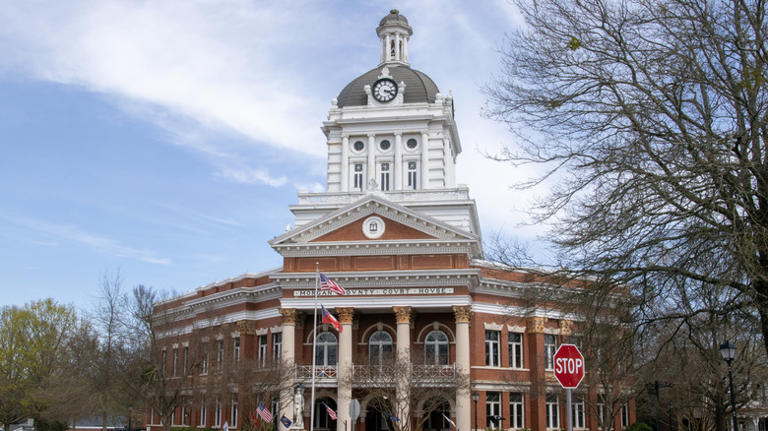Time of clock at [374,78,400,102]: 3:19
